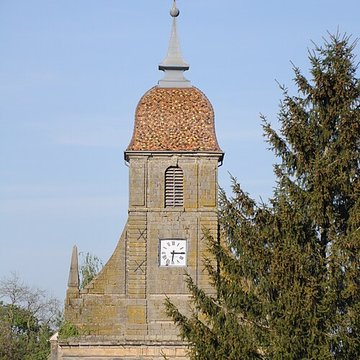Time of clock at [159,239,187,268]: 6:15
